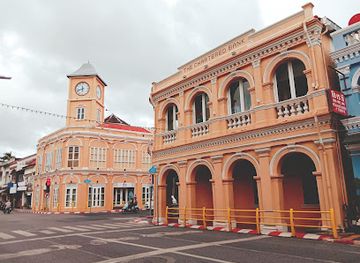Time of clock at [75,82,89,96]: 11:42
